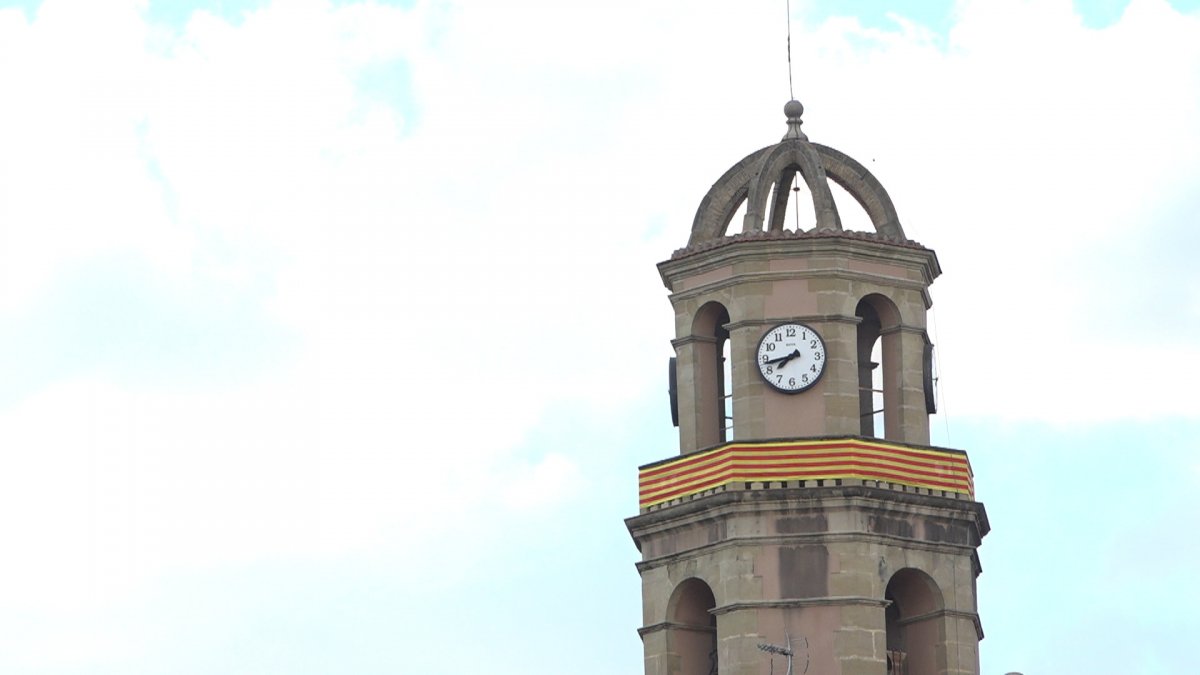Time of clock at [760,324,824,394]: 7:43
